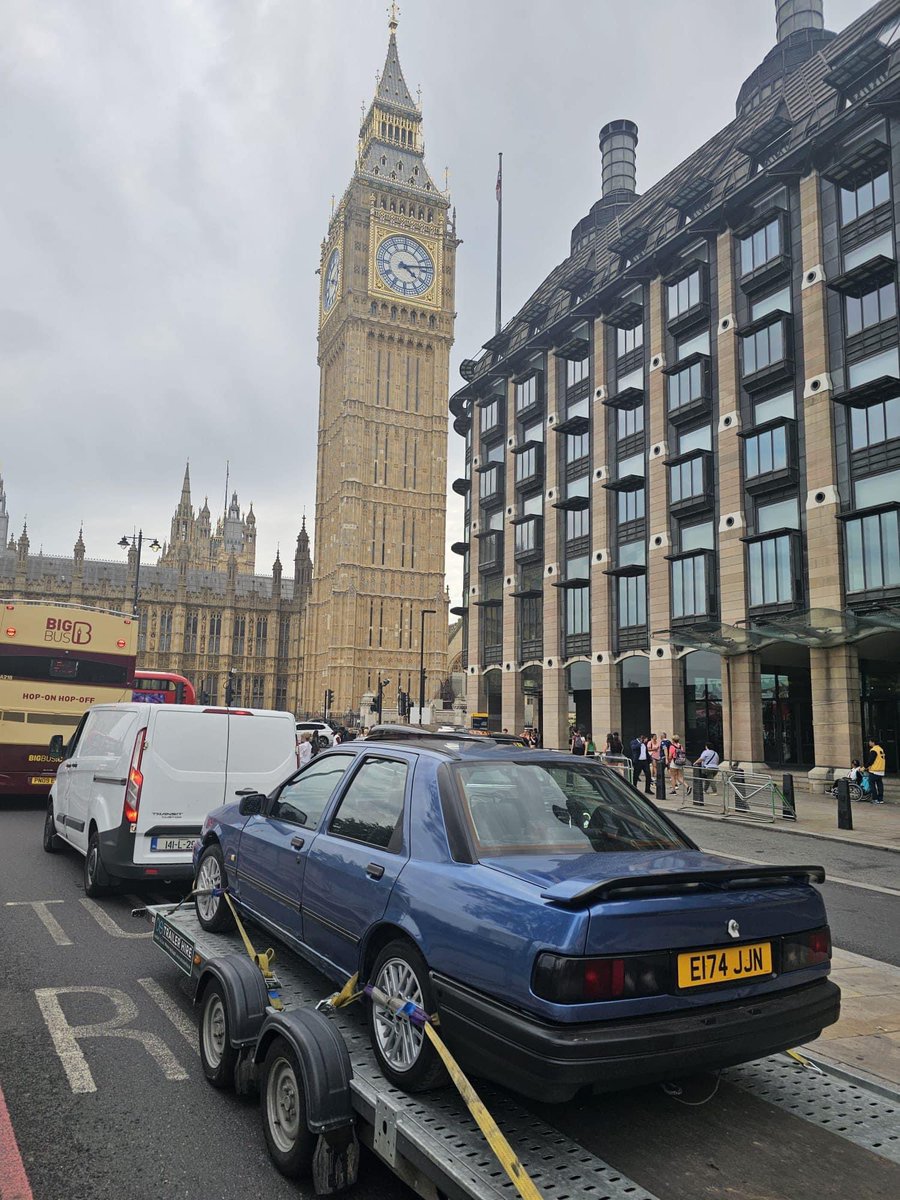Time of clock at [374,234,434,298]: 4:13
